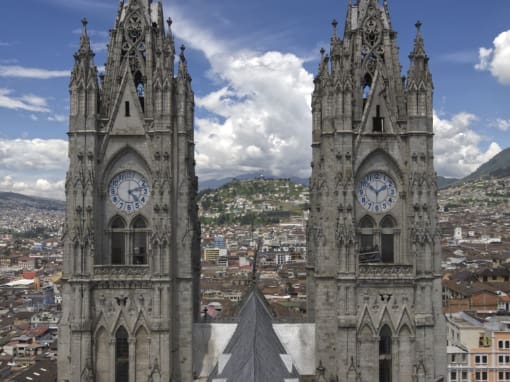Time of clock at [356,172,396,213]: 1:51
